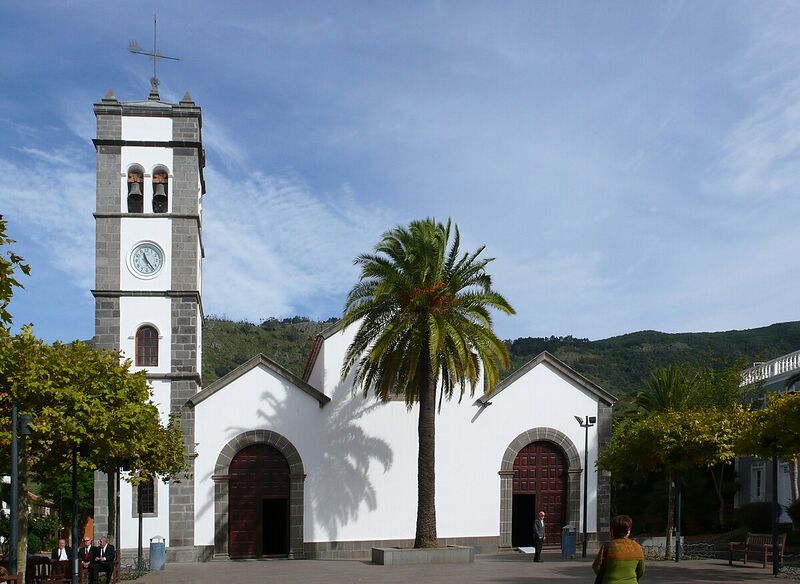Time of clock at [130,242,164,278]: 11:23
